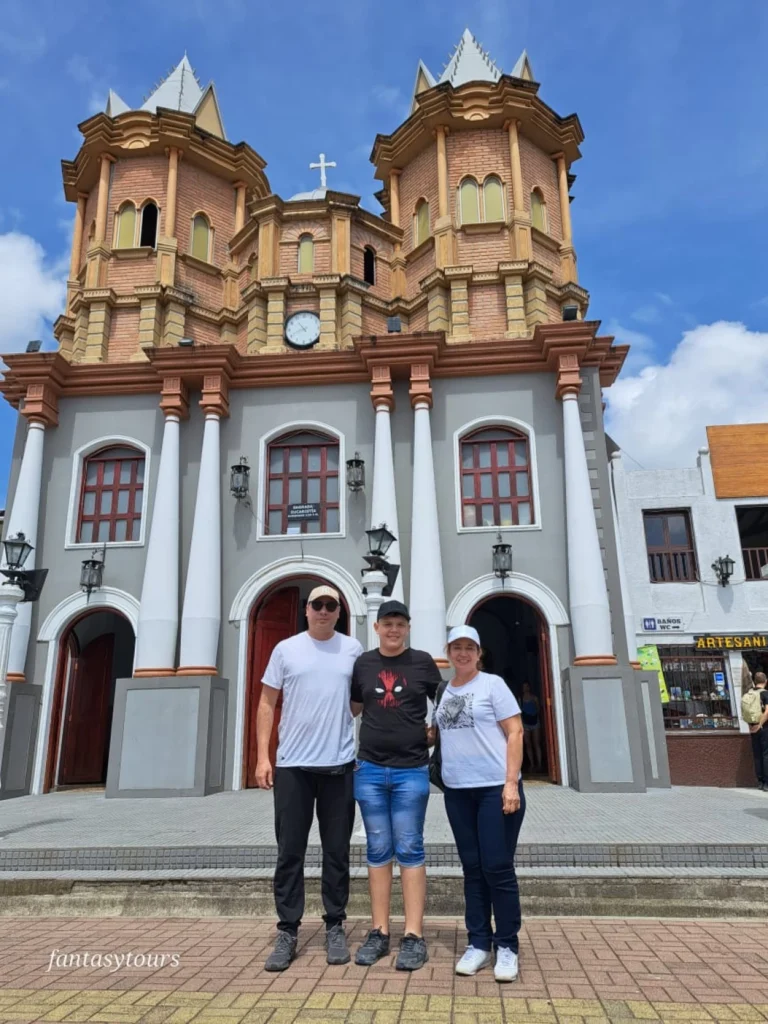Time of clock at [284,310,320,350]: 10:41
